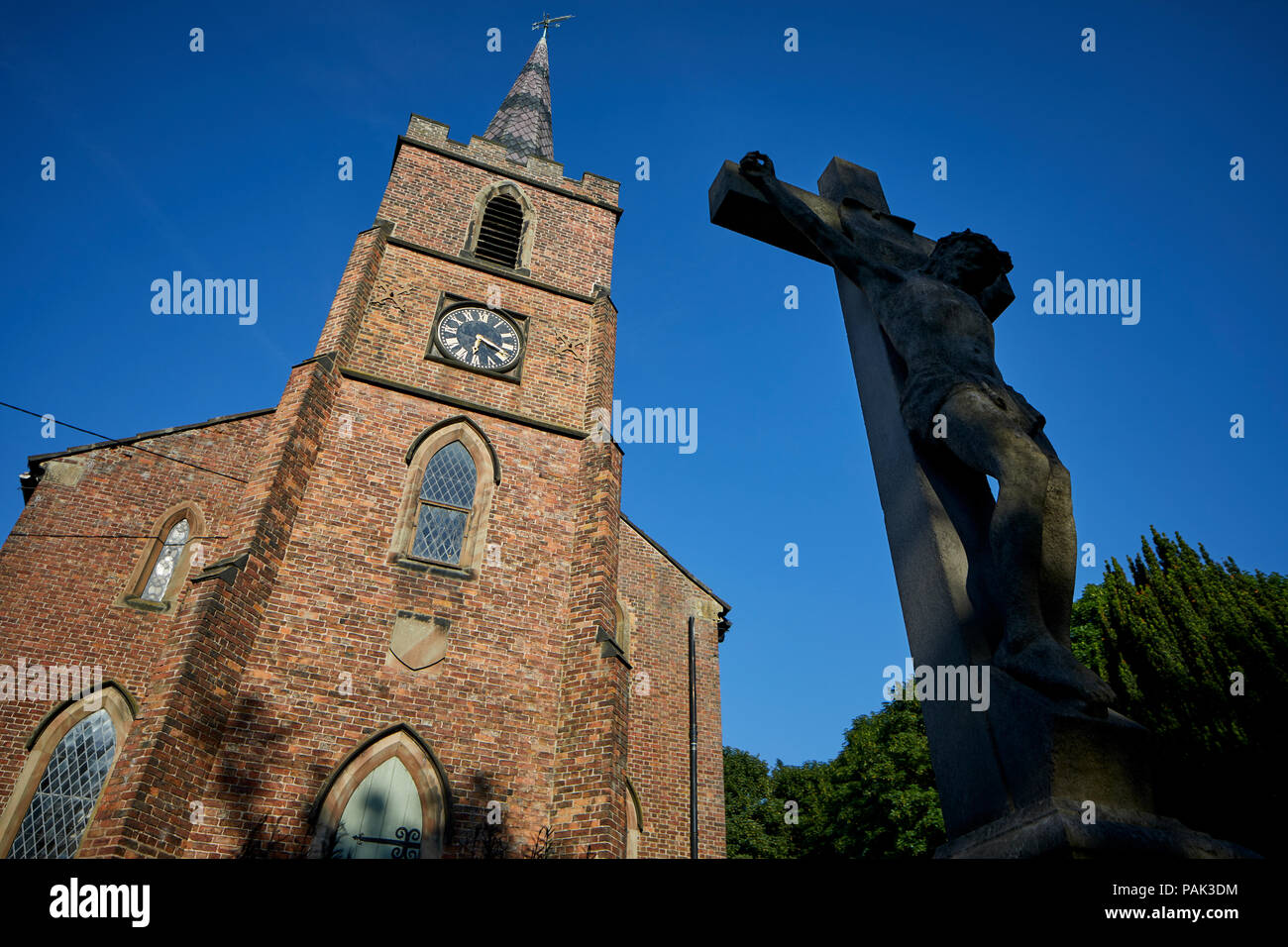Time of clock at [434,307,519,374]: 6:18
